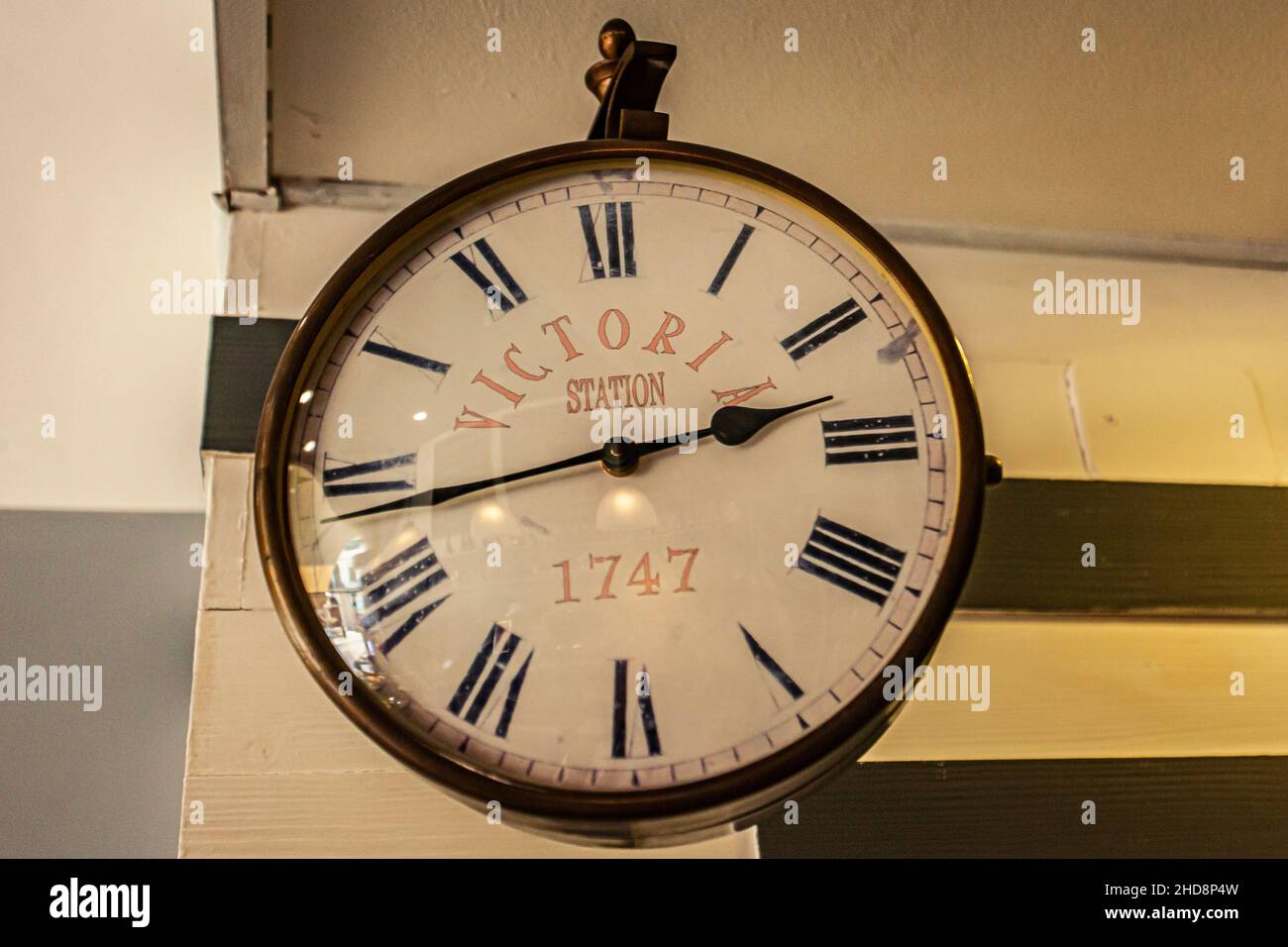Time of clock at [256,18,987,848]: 2:43
